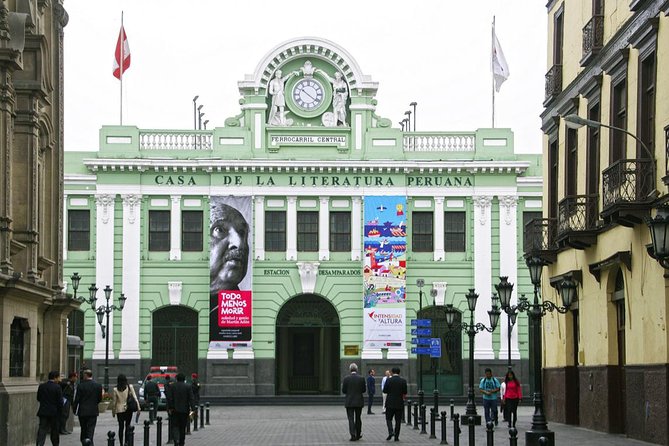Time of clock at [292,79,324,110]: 10:20
